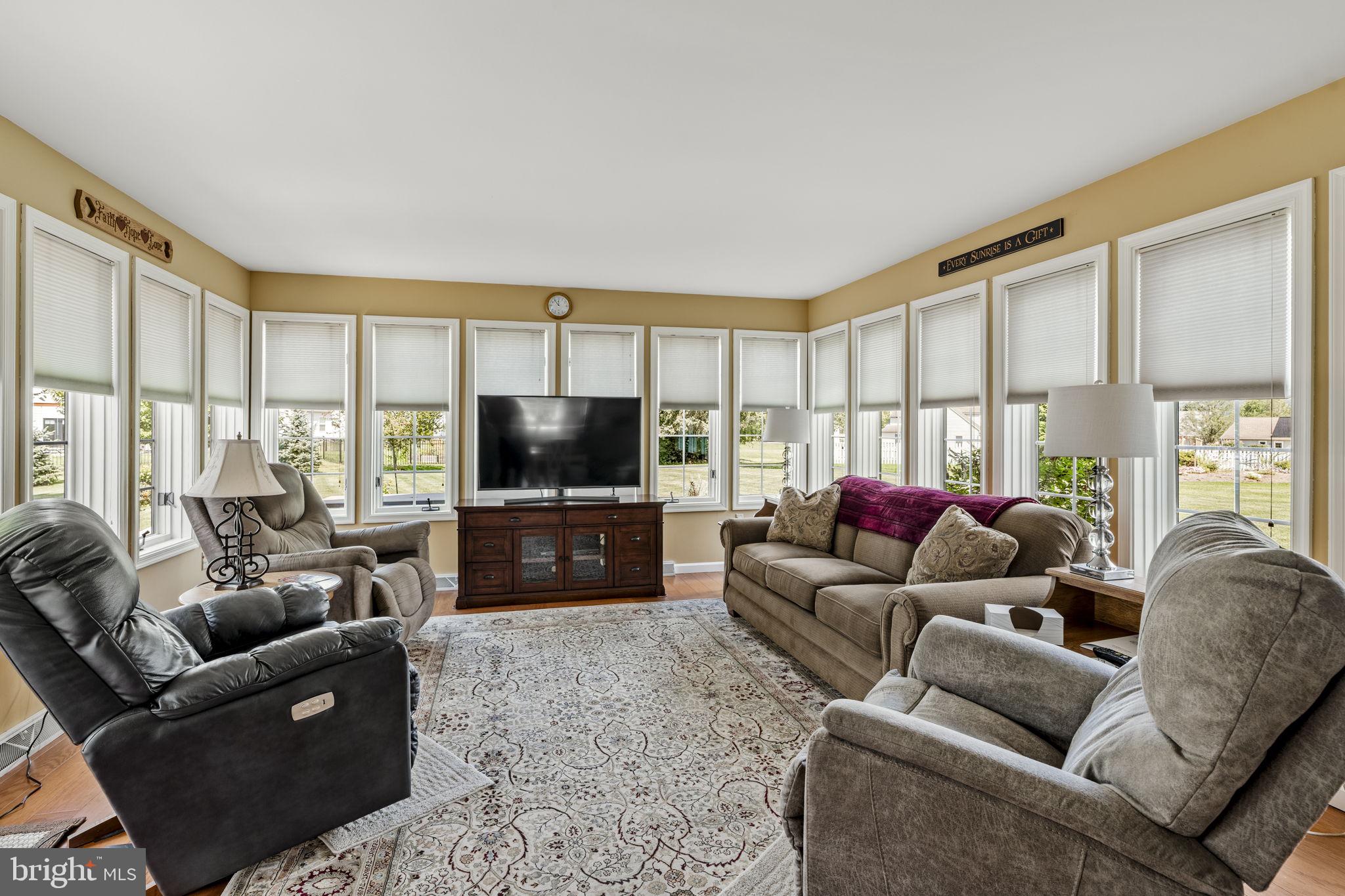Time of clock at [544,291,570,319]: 11:53
